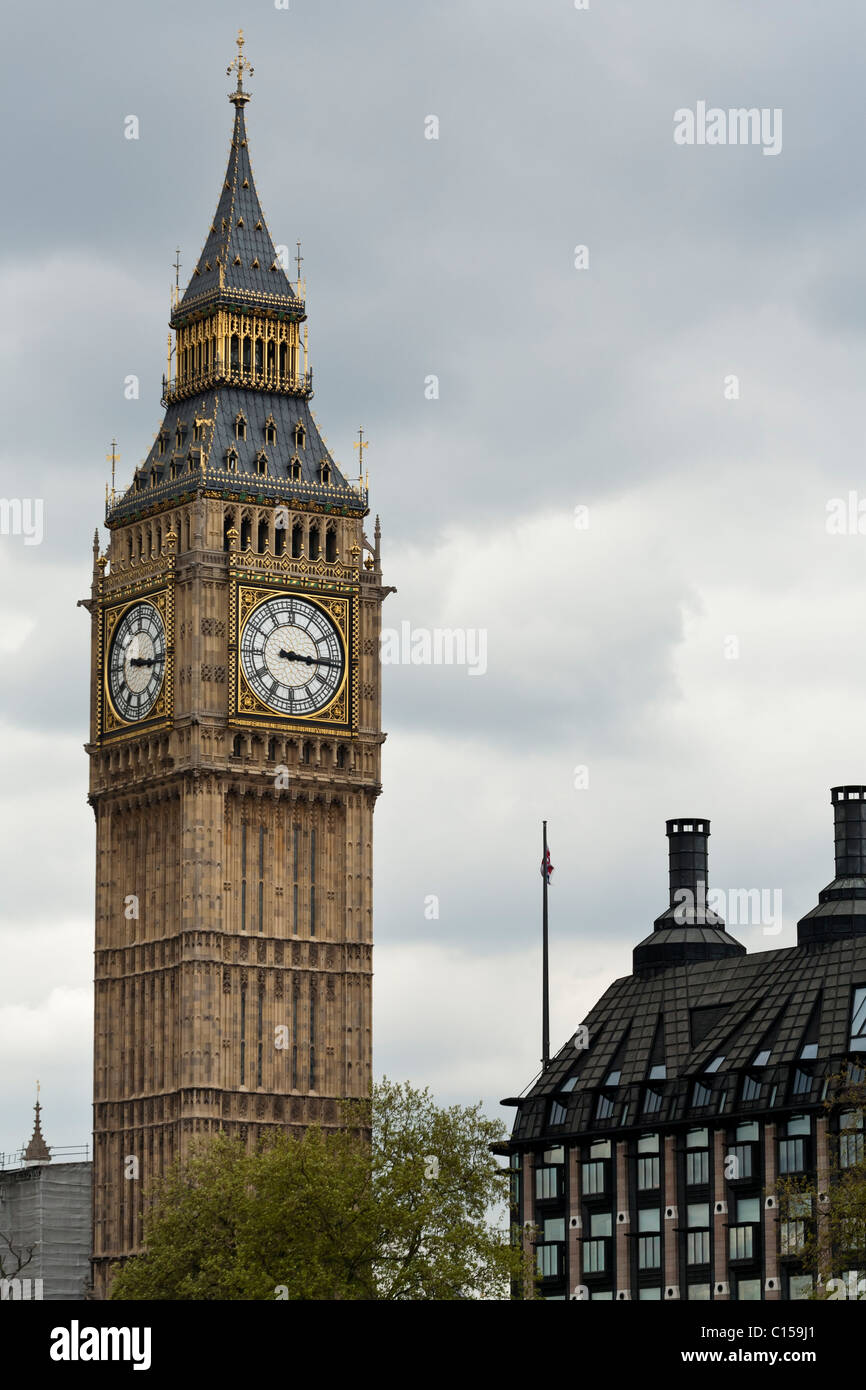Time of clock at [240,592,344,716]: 3:15
